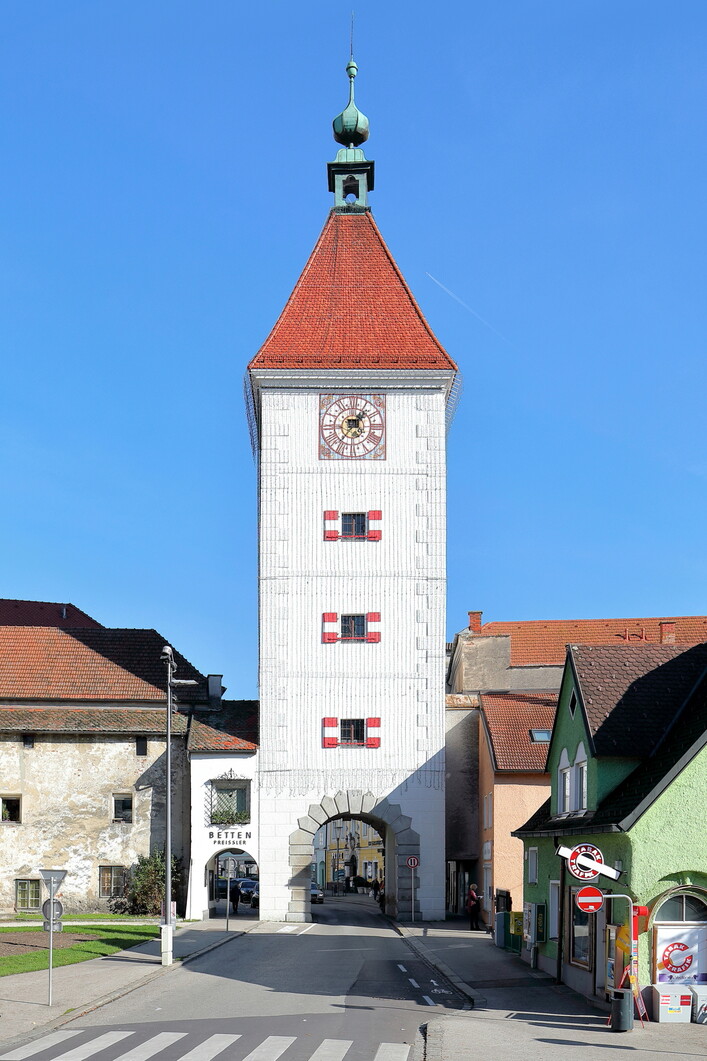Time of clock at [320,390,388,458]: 1:36
